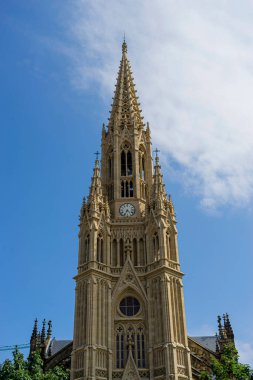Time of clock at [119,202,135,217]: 4:34
